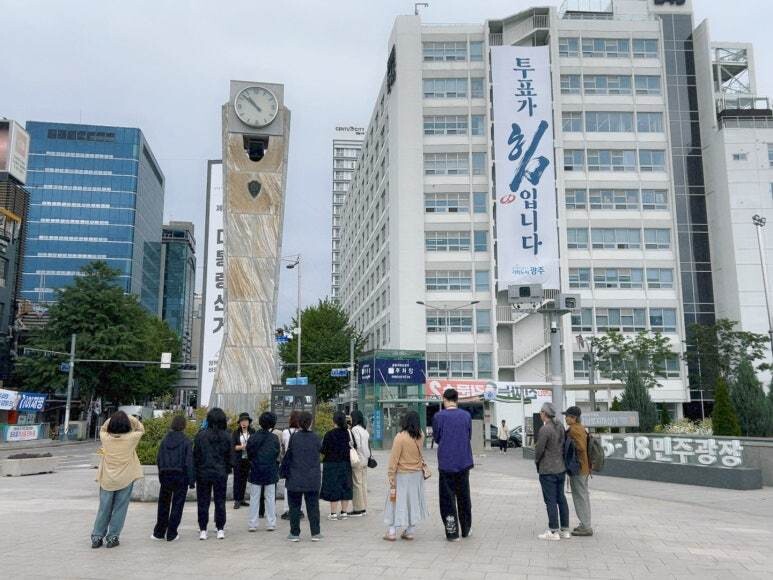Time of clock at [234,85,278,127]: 10:52
